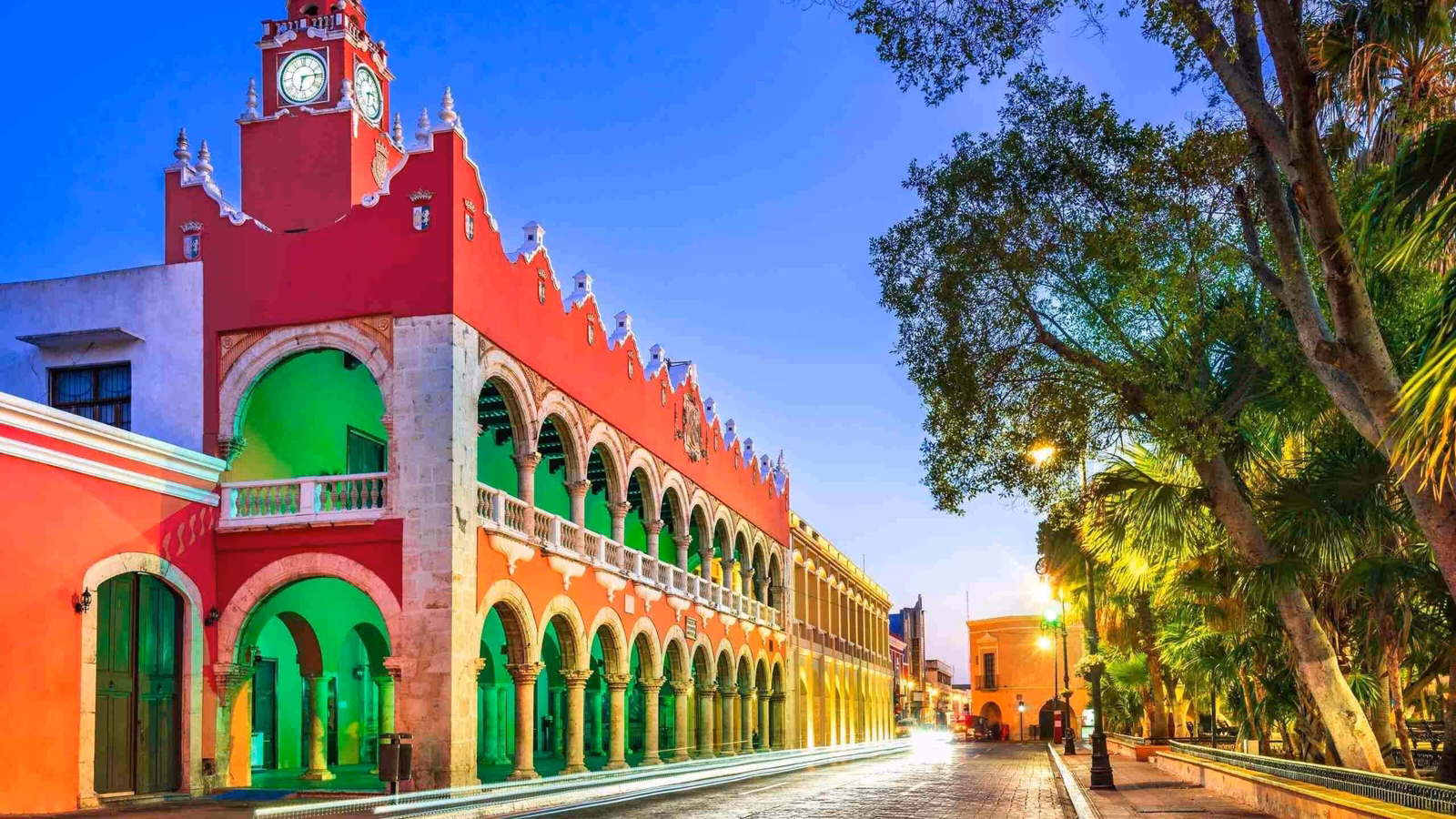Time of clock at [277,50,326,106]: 6:14
